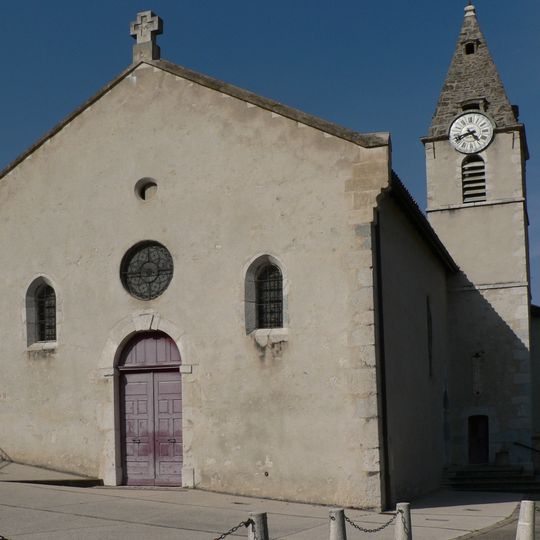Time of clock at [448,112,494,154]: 4:41
